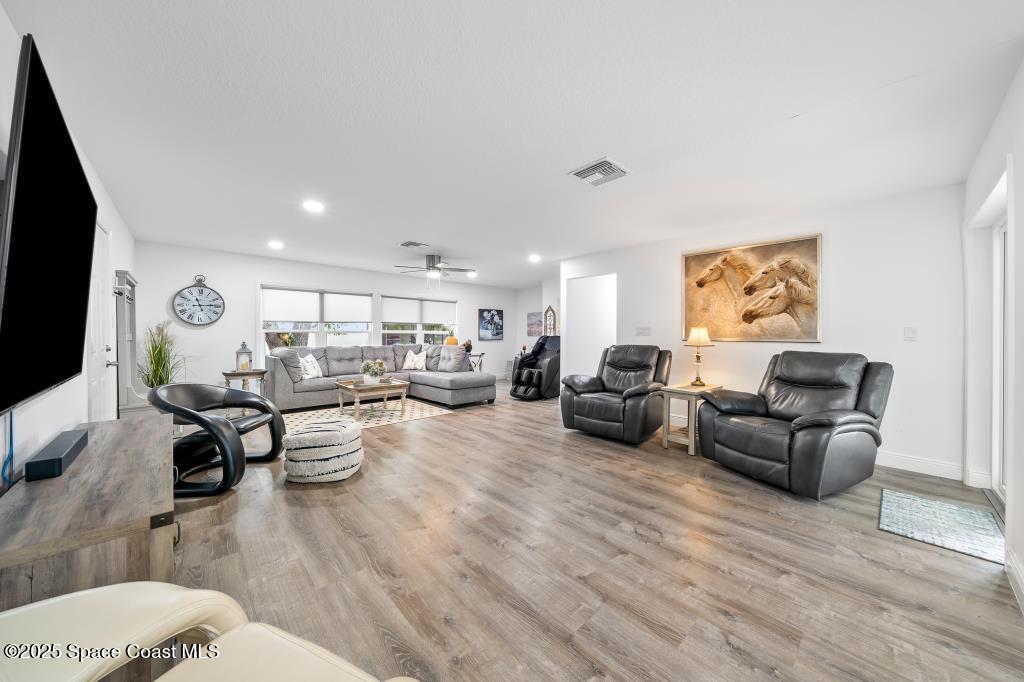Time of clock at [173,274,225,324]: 11:14
